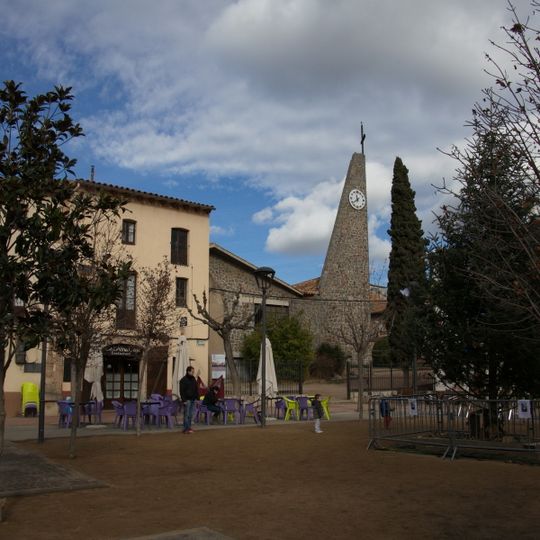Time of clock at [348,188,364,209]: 11:38
